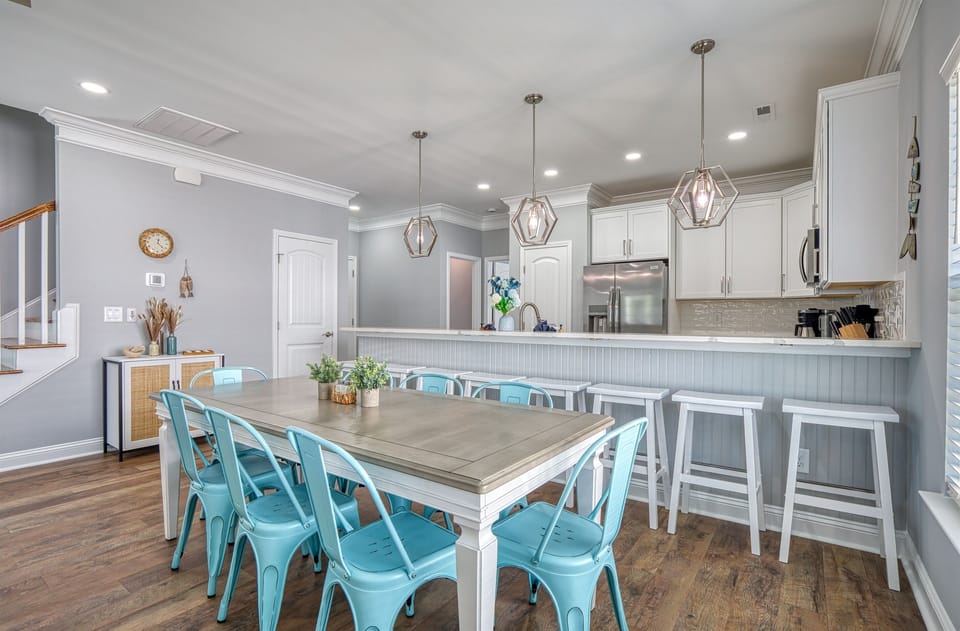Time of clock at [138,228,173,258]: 12:22
